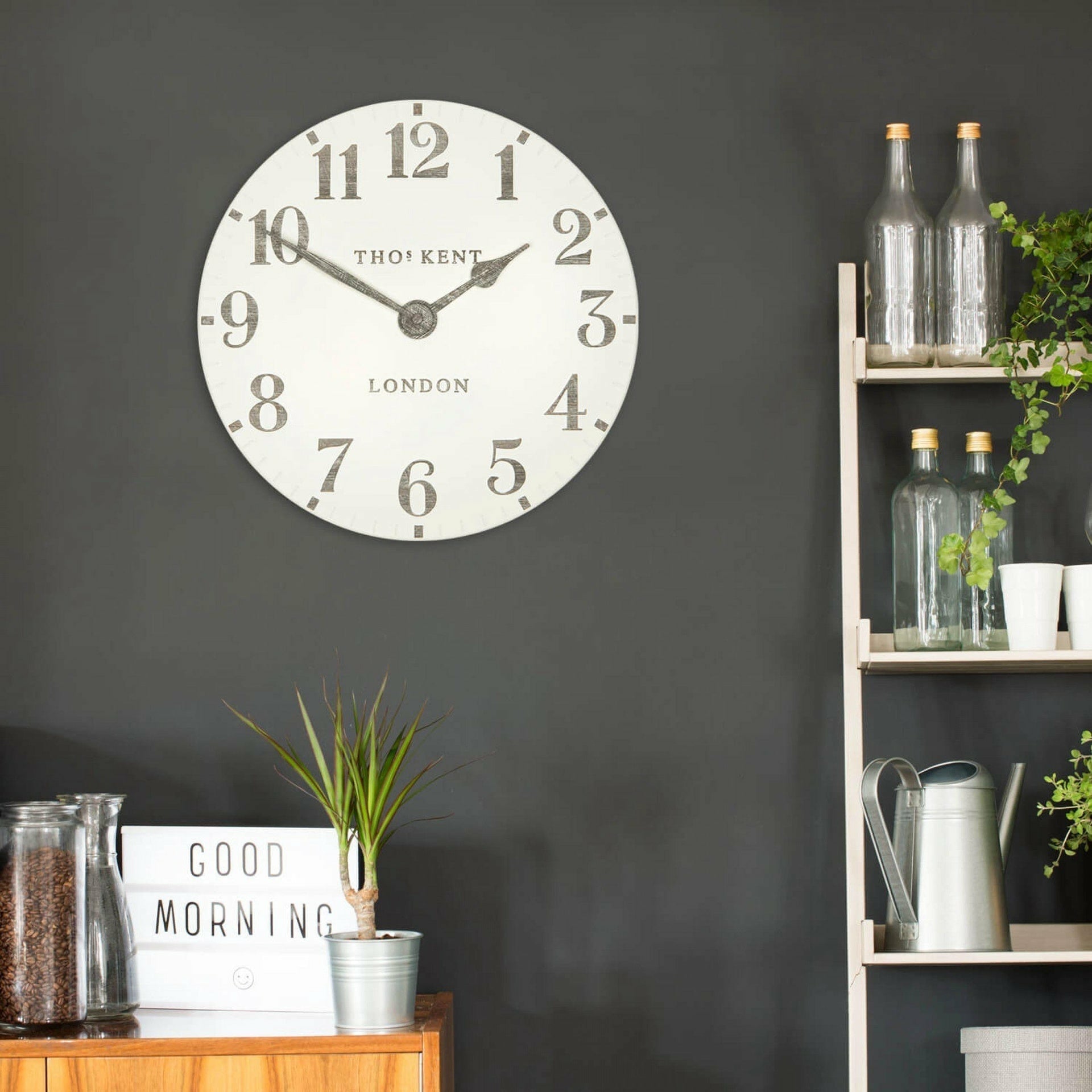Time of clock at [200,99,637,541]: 1:49
